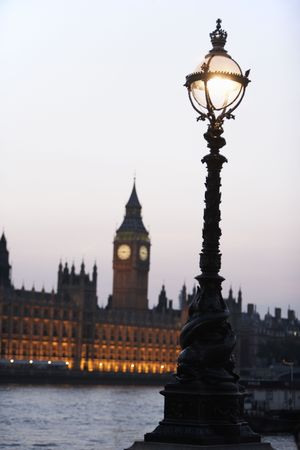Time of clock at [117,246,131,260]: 9:14
